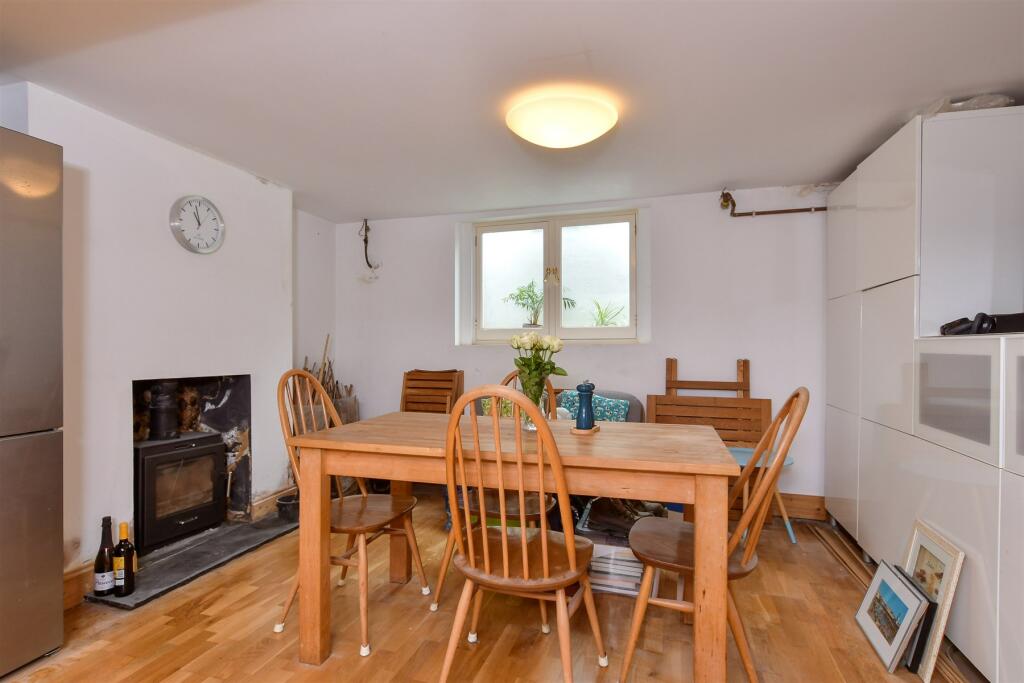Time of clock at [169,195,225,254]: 10:57
